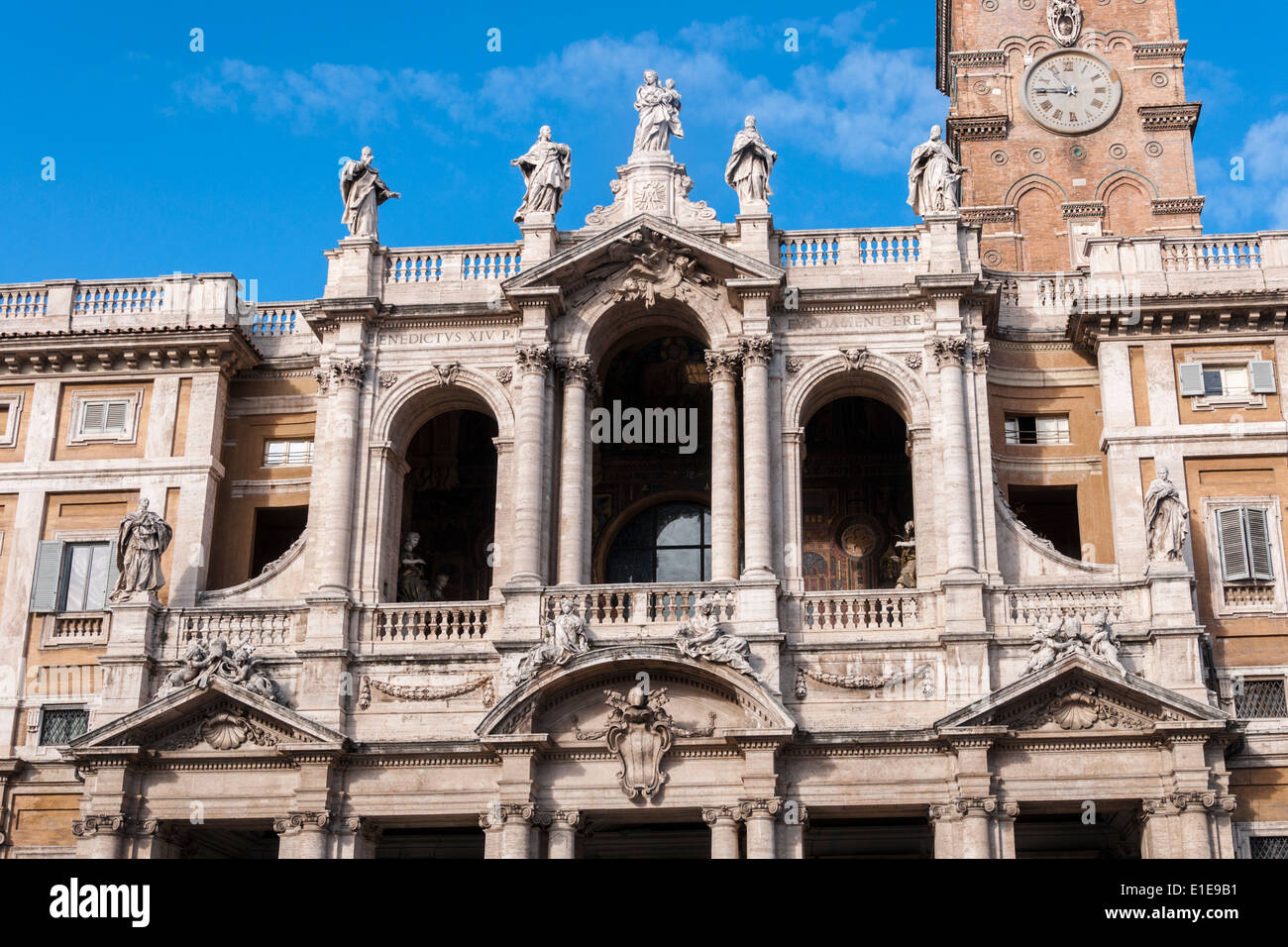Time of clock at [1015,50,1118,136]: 10:45
